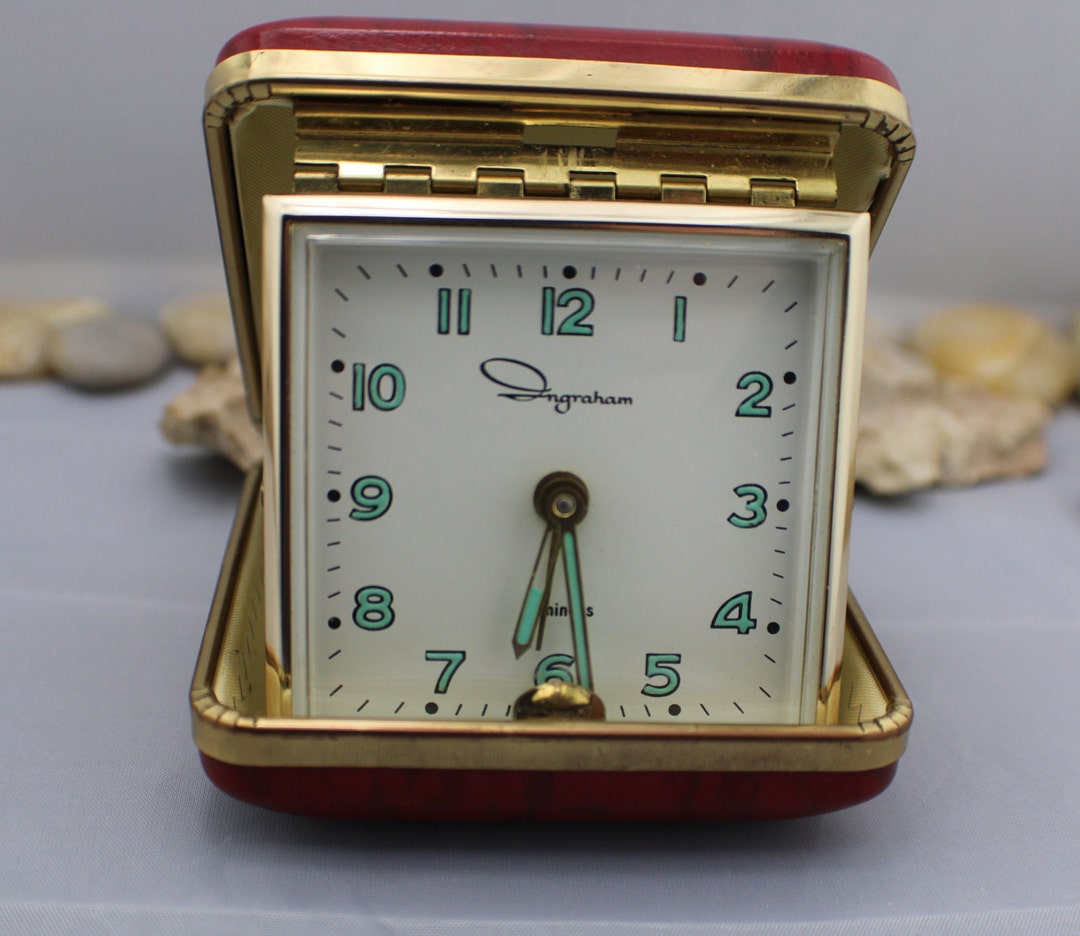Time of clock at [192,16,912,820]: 6:28
